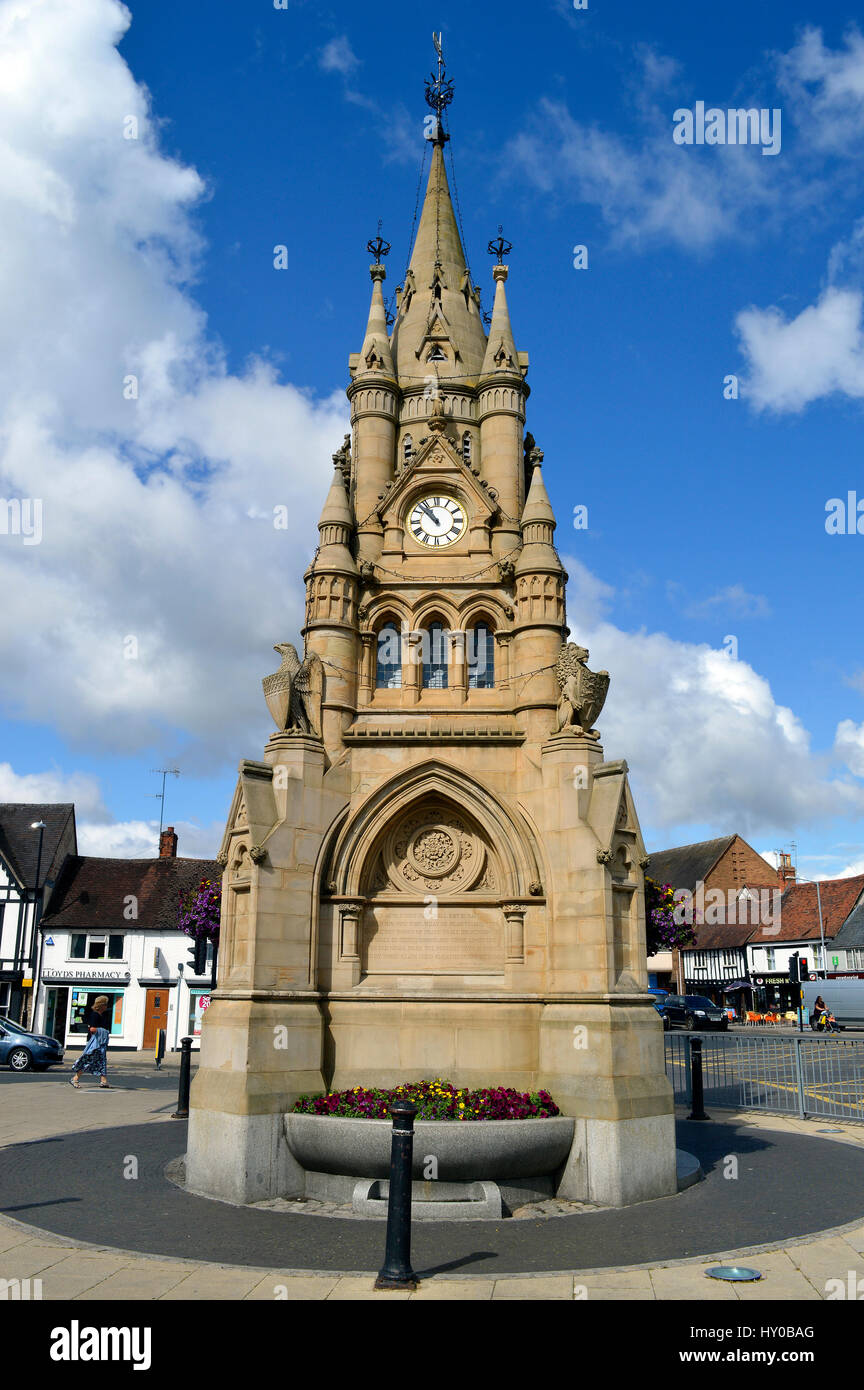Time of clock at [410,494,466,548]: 10:52
